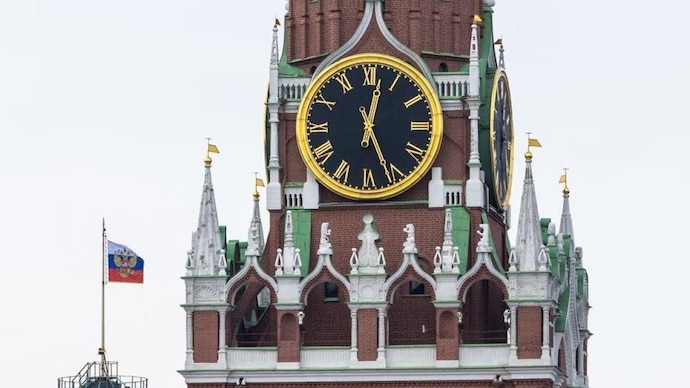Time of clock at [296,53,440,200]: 12:26
